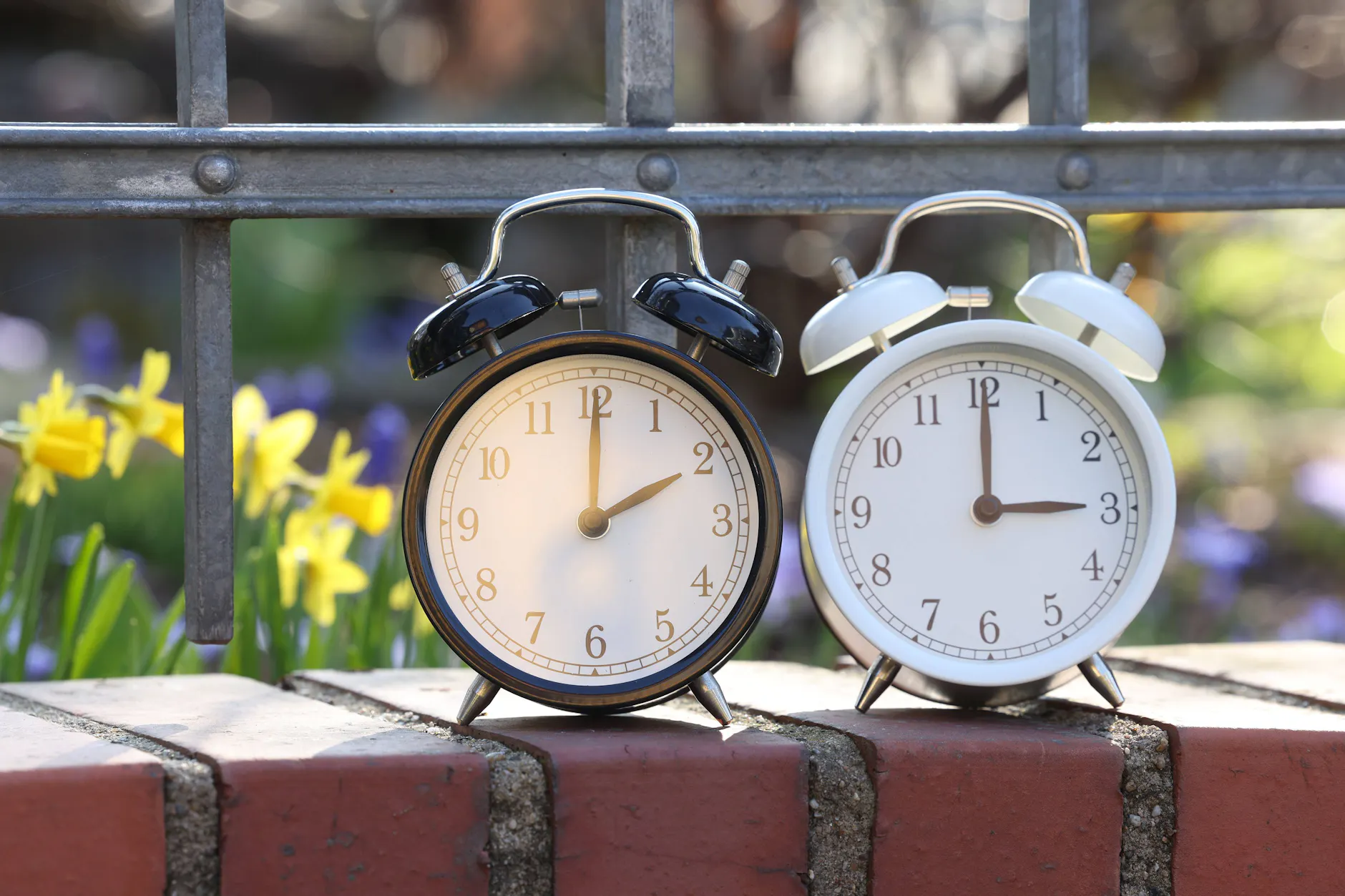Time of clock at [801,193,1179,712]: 3:00
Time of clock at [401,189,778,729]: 2:00
